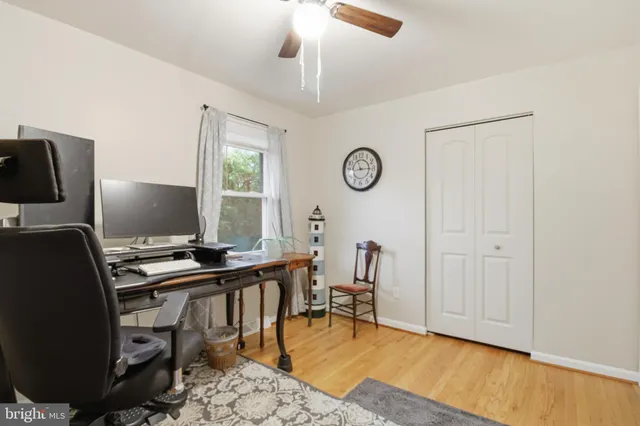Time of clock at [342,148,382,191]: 11:14
